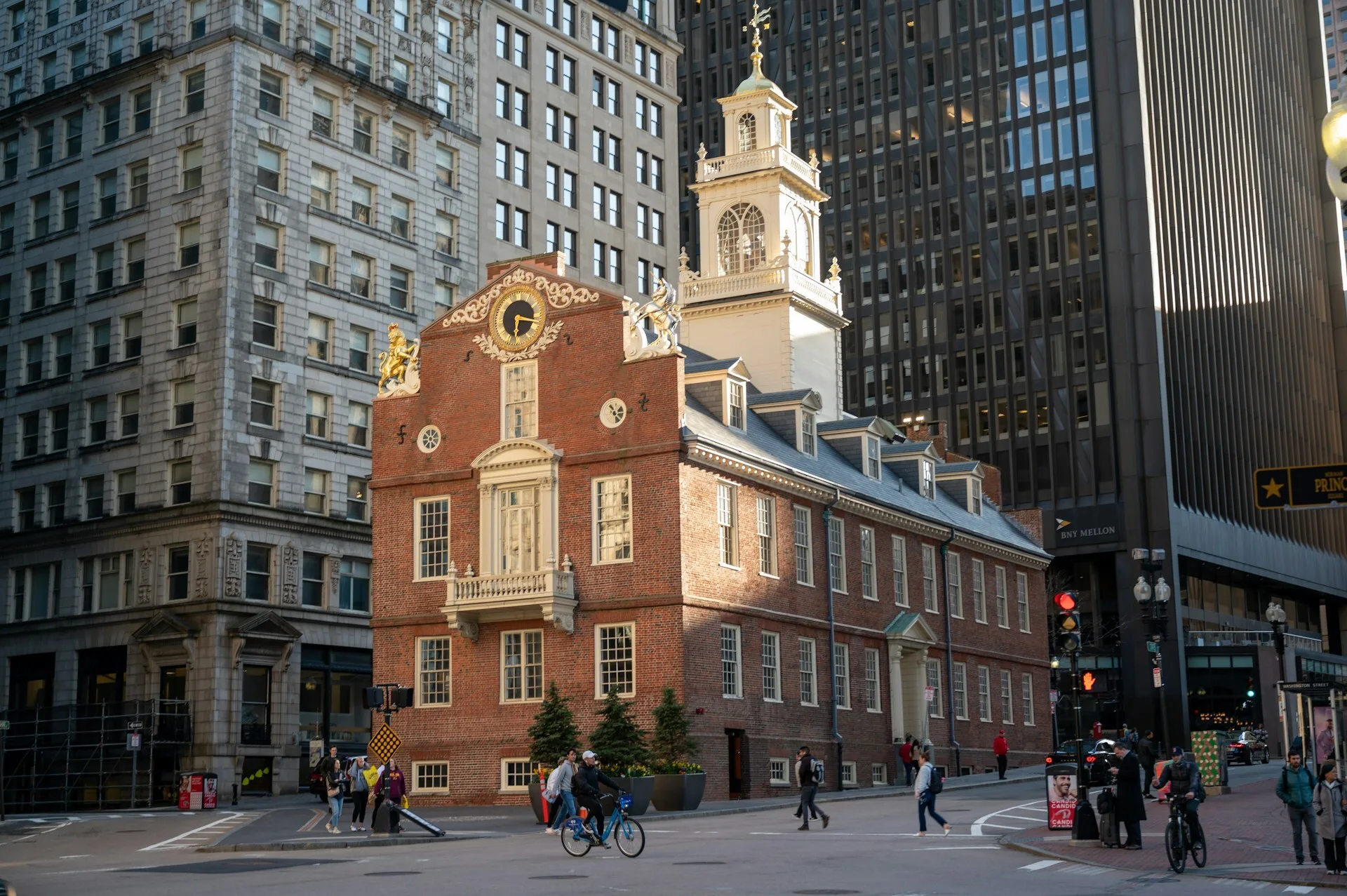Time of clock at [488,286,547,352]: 6:17
